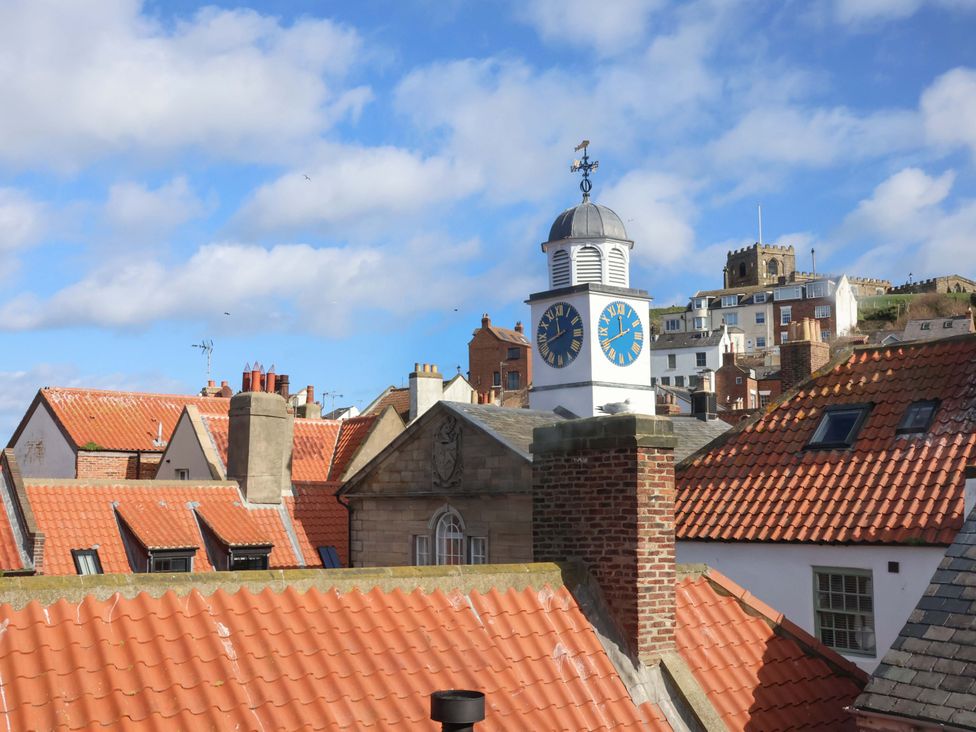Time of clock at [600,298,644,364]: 11:40
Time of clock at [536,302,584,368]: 11:41
